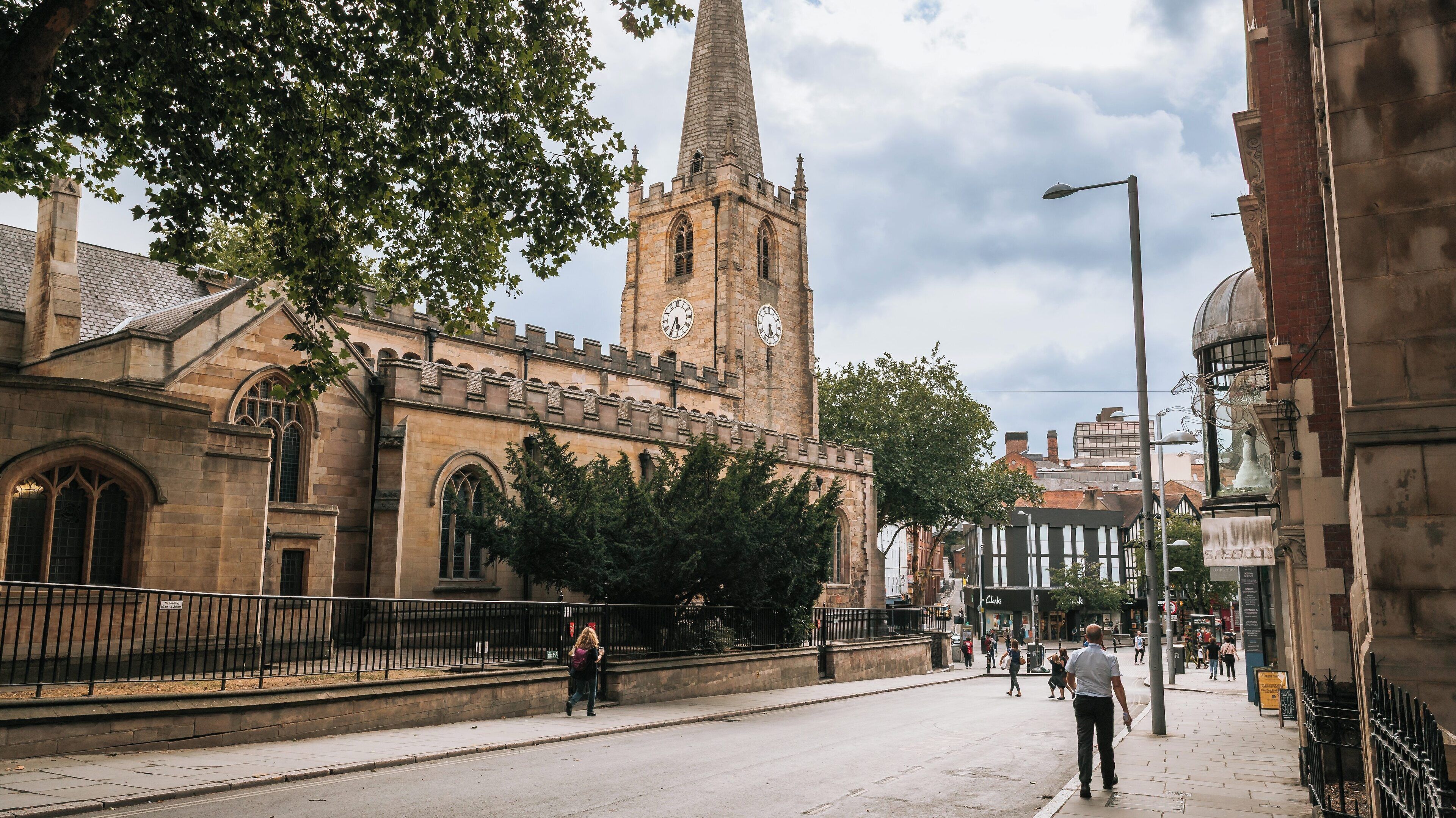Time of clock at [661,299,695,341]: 5:35
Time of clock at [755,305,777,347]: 5:32
